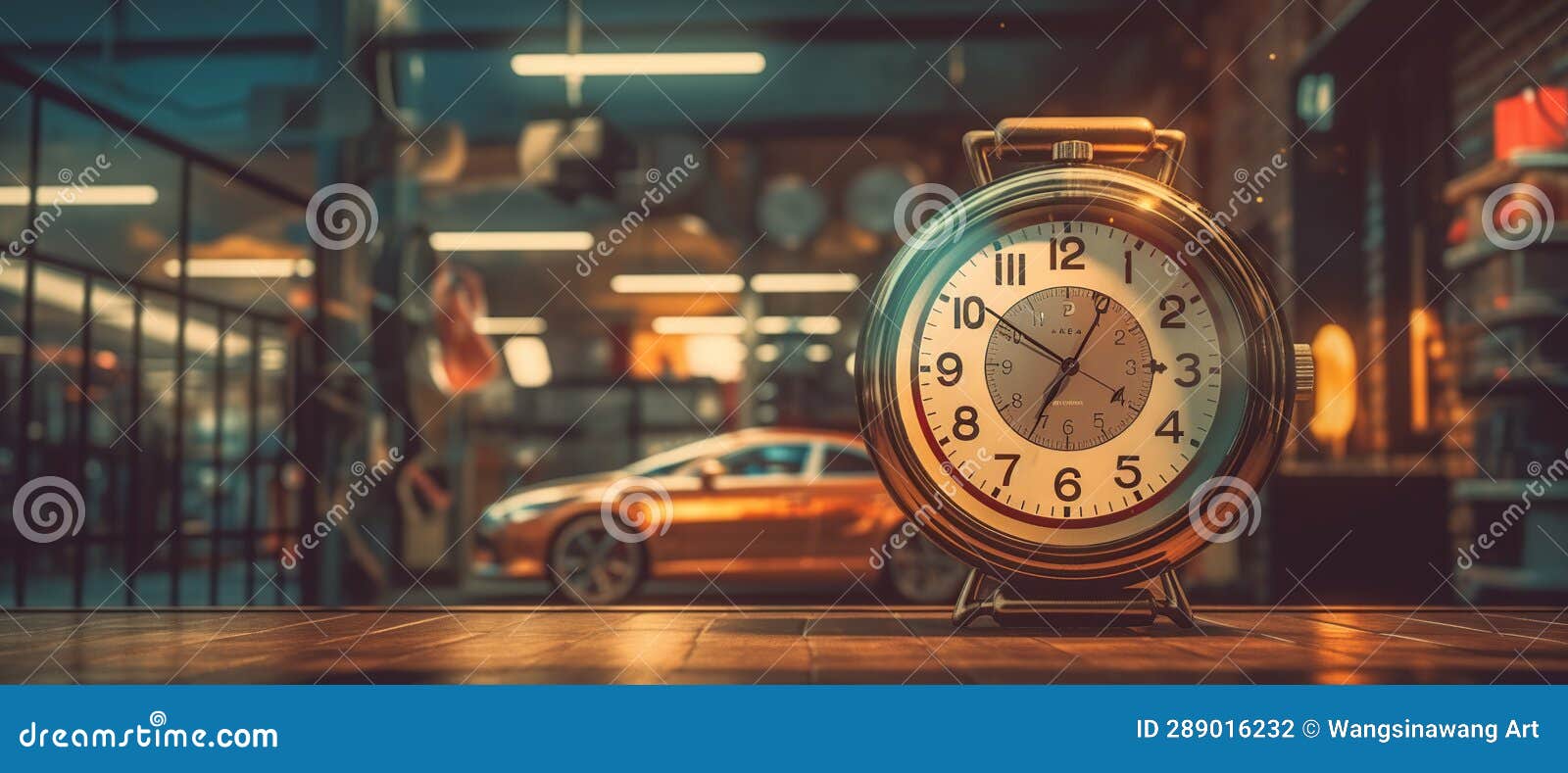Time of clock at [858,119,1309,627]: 6:50
